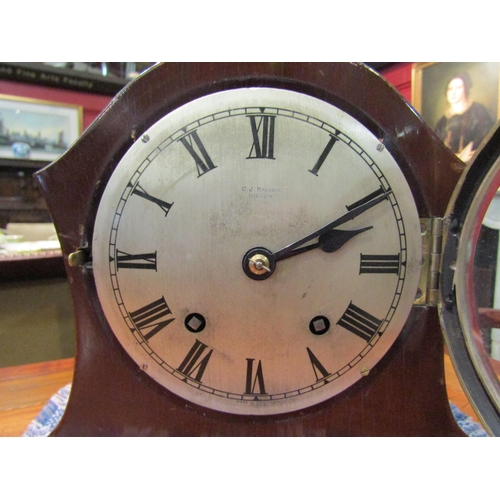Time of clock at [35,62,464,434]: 2:09
